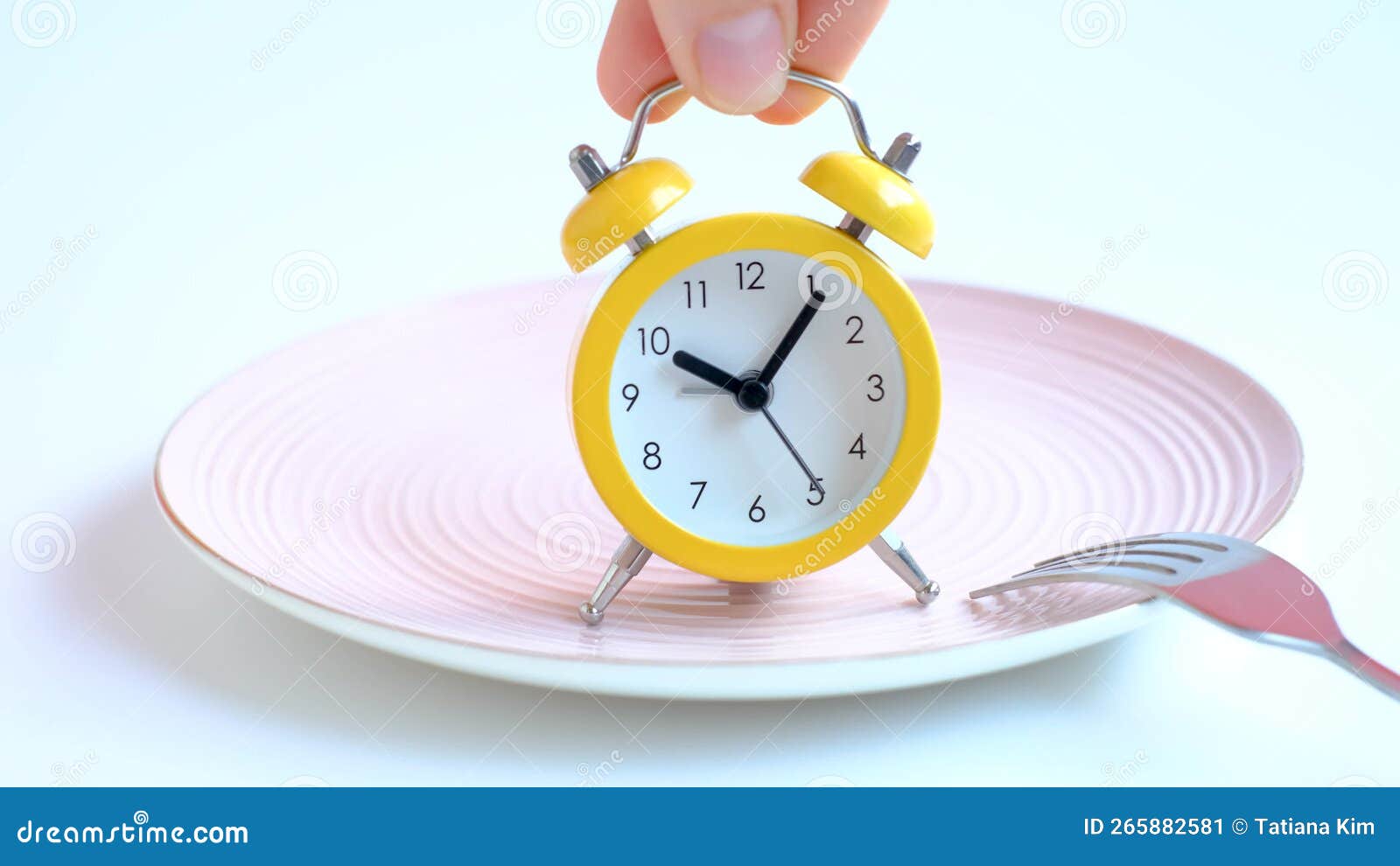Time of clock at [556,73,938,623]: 10:06
